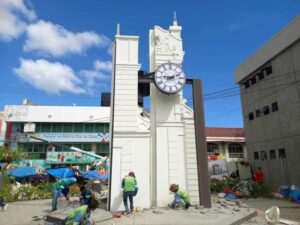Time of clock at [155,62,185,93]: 9:11
